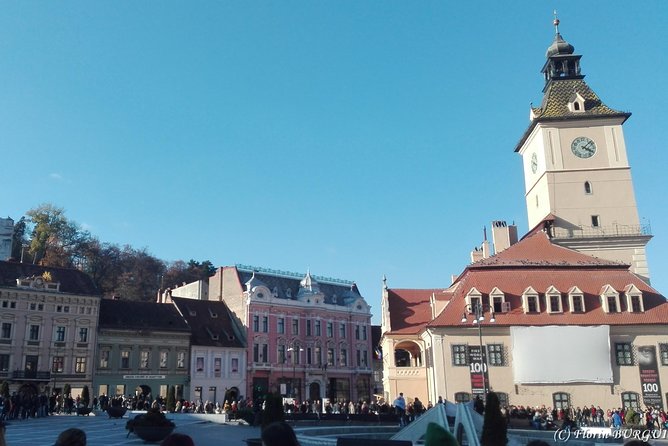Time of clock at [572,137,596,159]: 4:07
